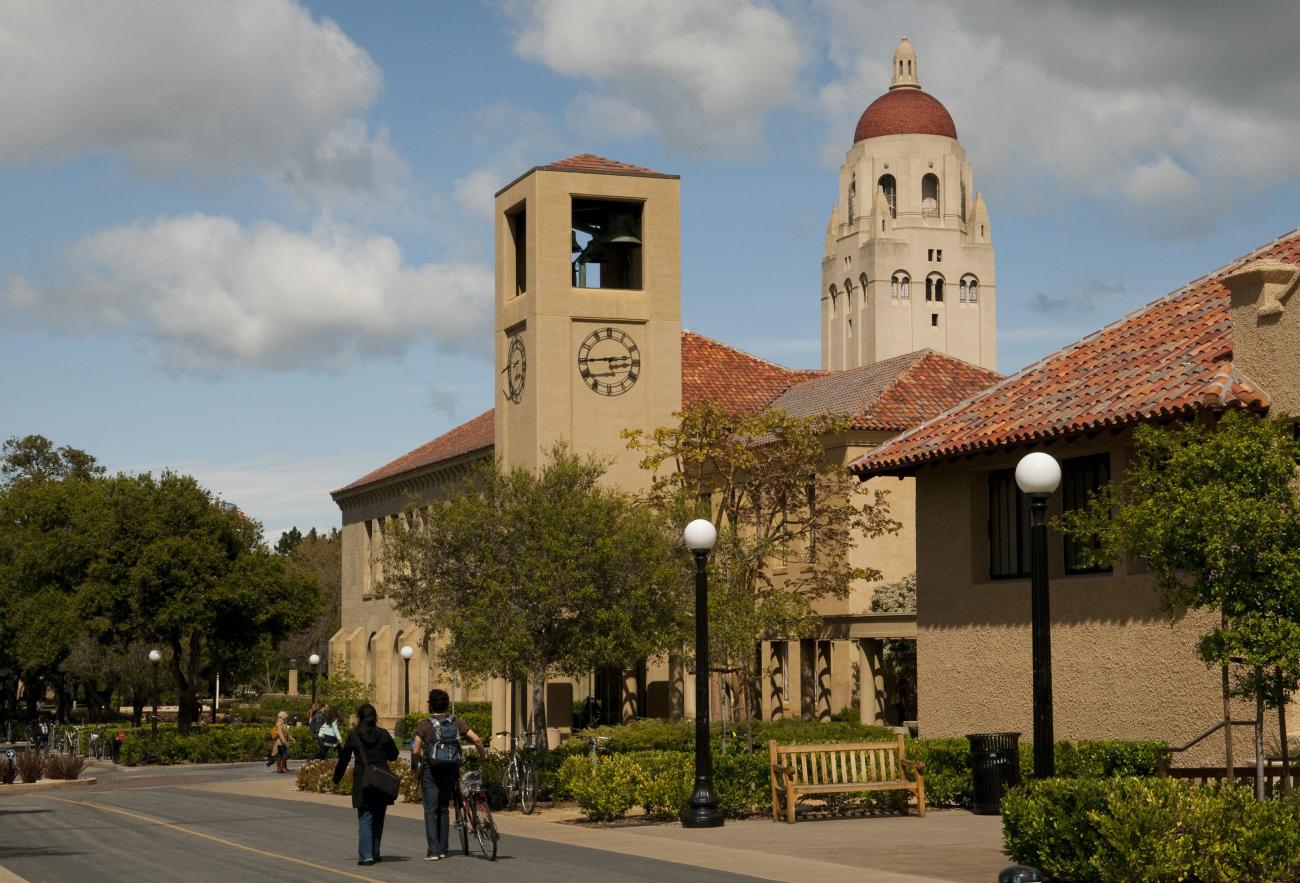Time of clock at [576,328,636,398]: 2:44
